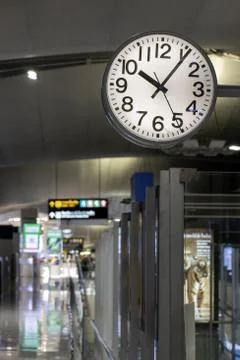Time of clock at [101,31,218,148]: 10:06
